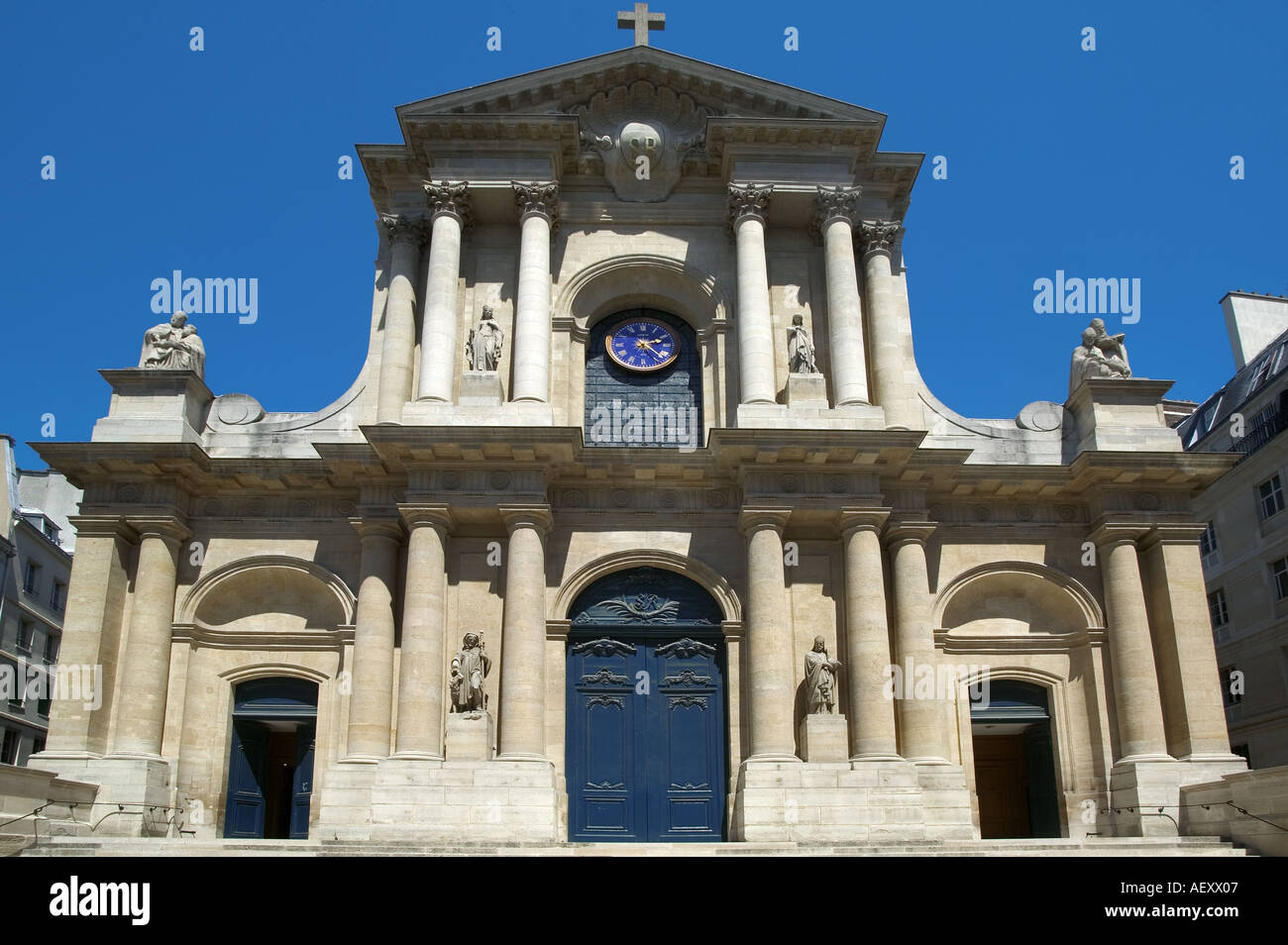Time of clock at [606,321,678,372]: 2:21
